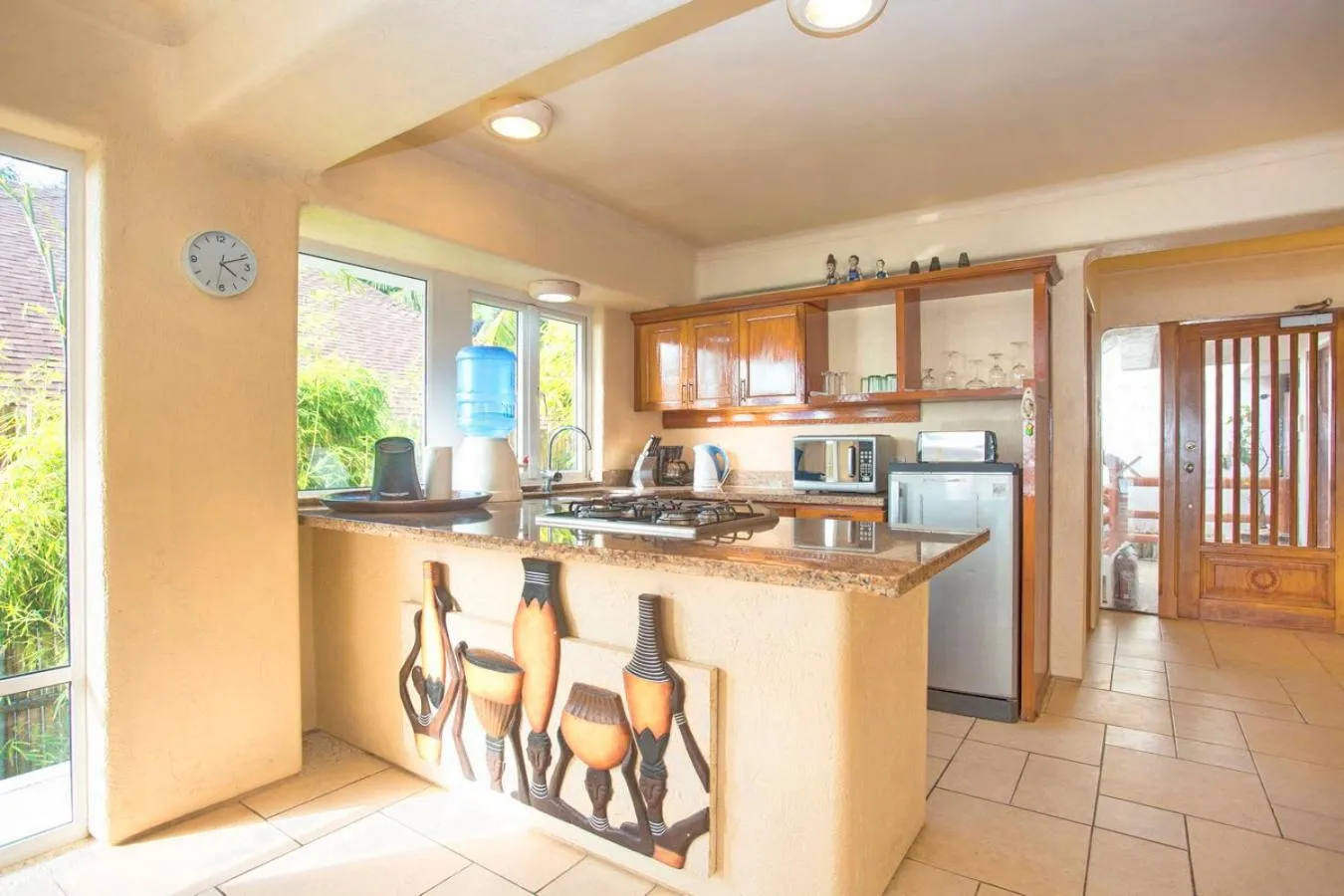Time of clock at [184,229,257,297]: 4:11
